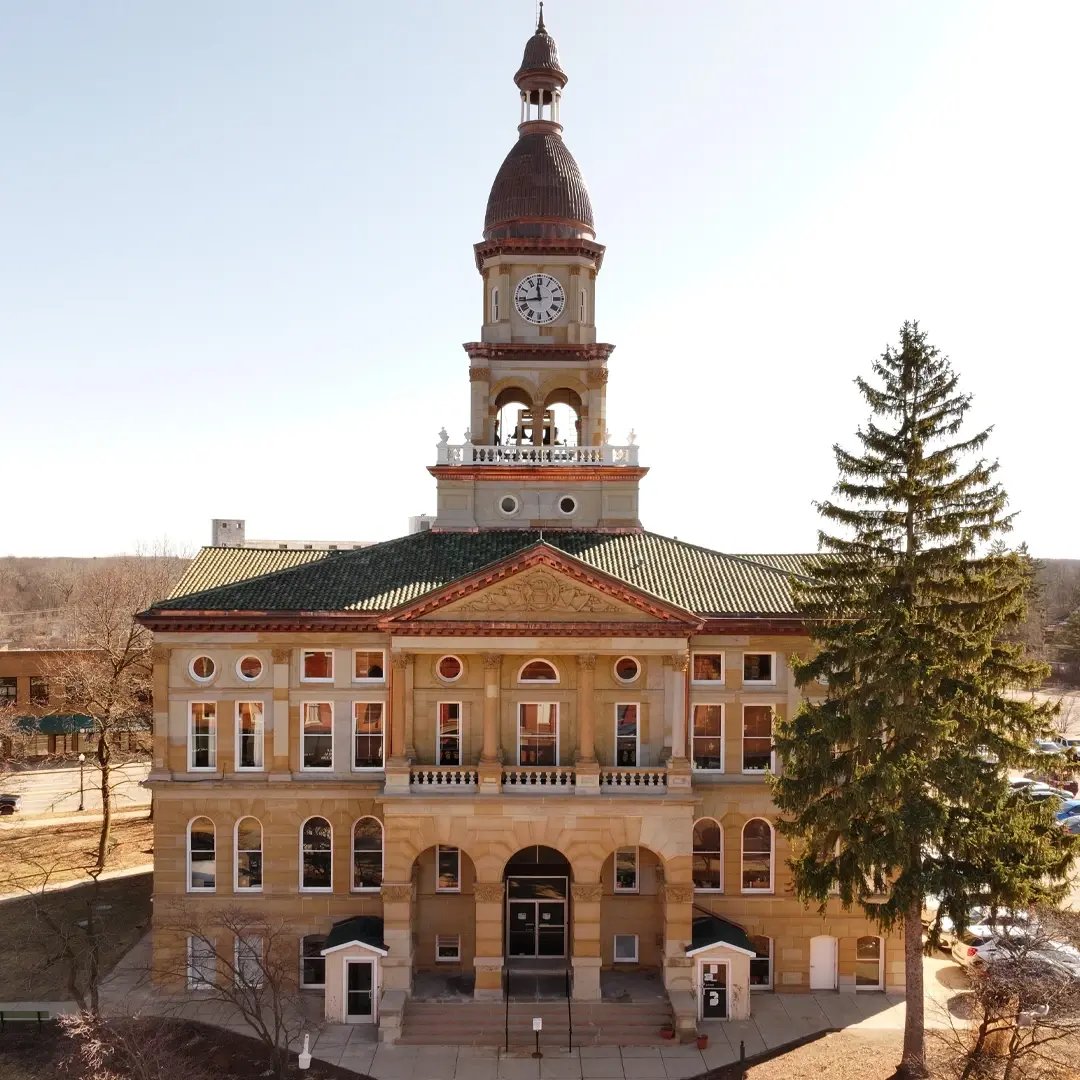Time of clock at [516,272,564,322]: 11:43
